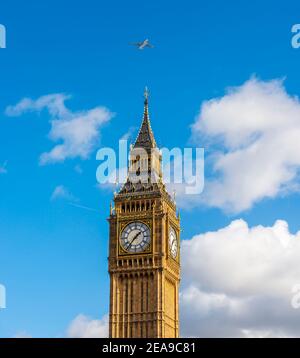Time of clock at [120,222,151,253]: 1:36
